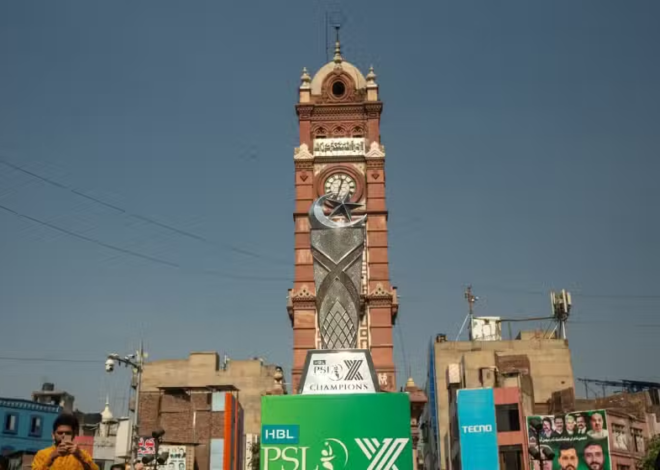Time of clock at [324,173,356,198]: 12:32
